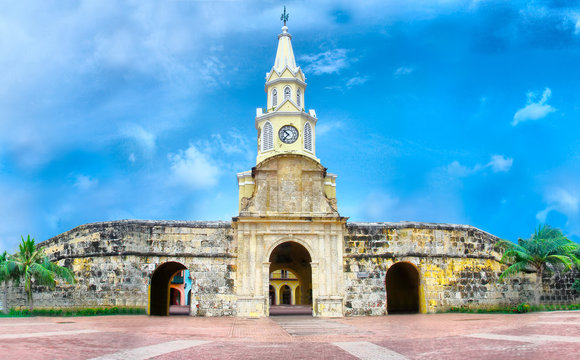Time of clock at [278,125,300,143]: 10:36
